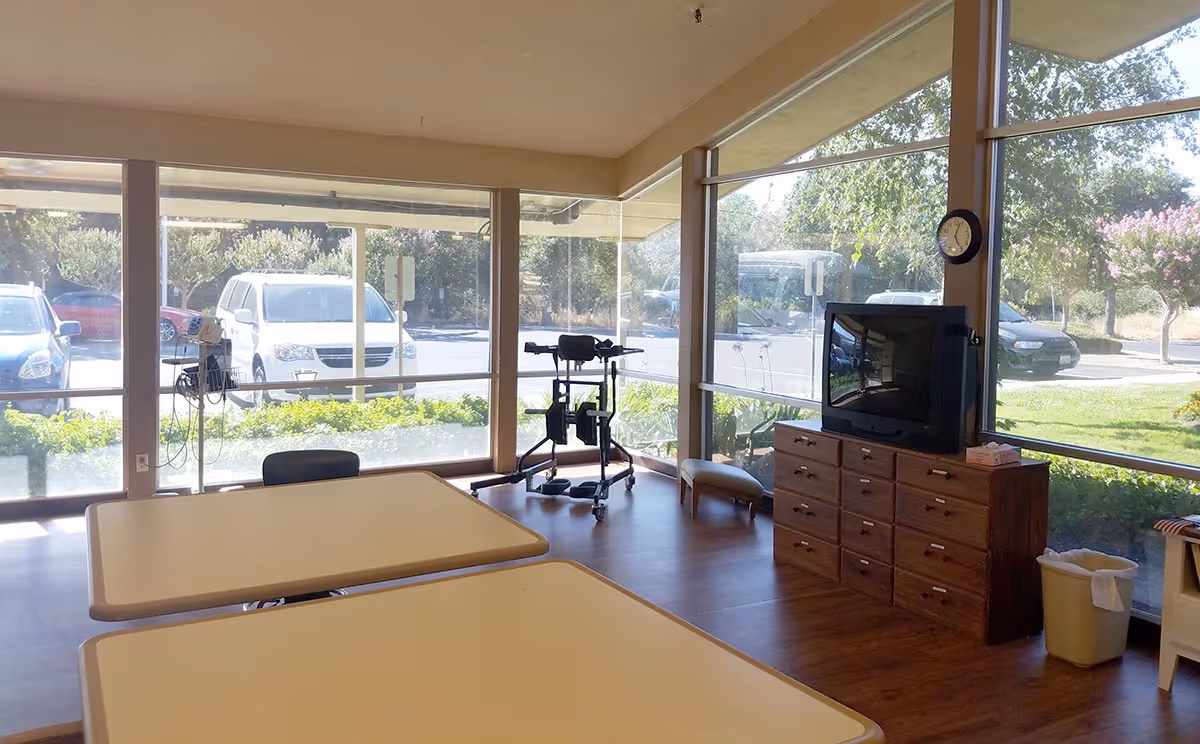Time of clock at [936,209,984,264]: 5:03
